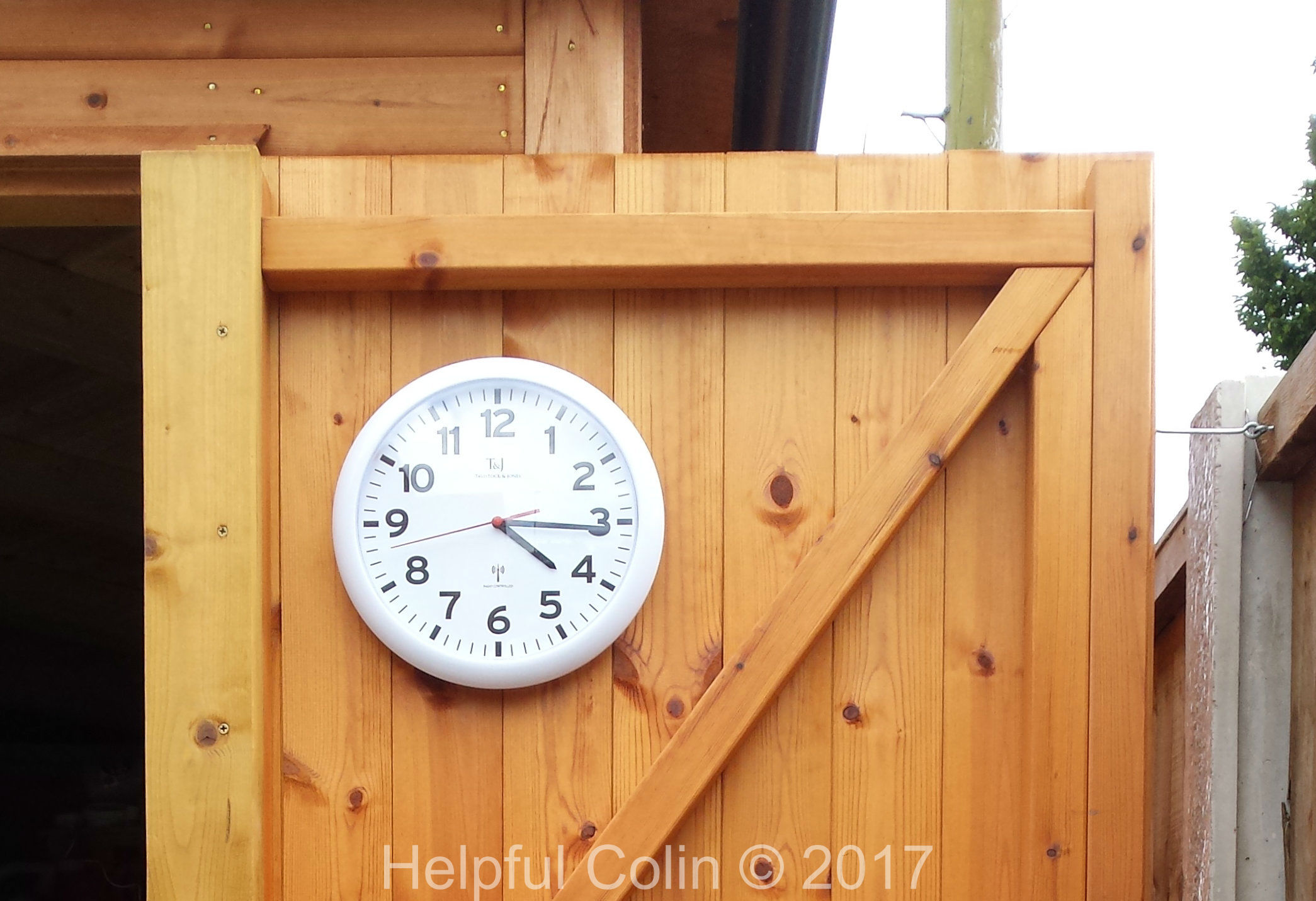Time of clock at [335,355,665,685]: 4:15
